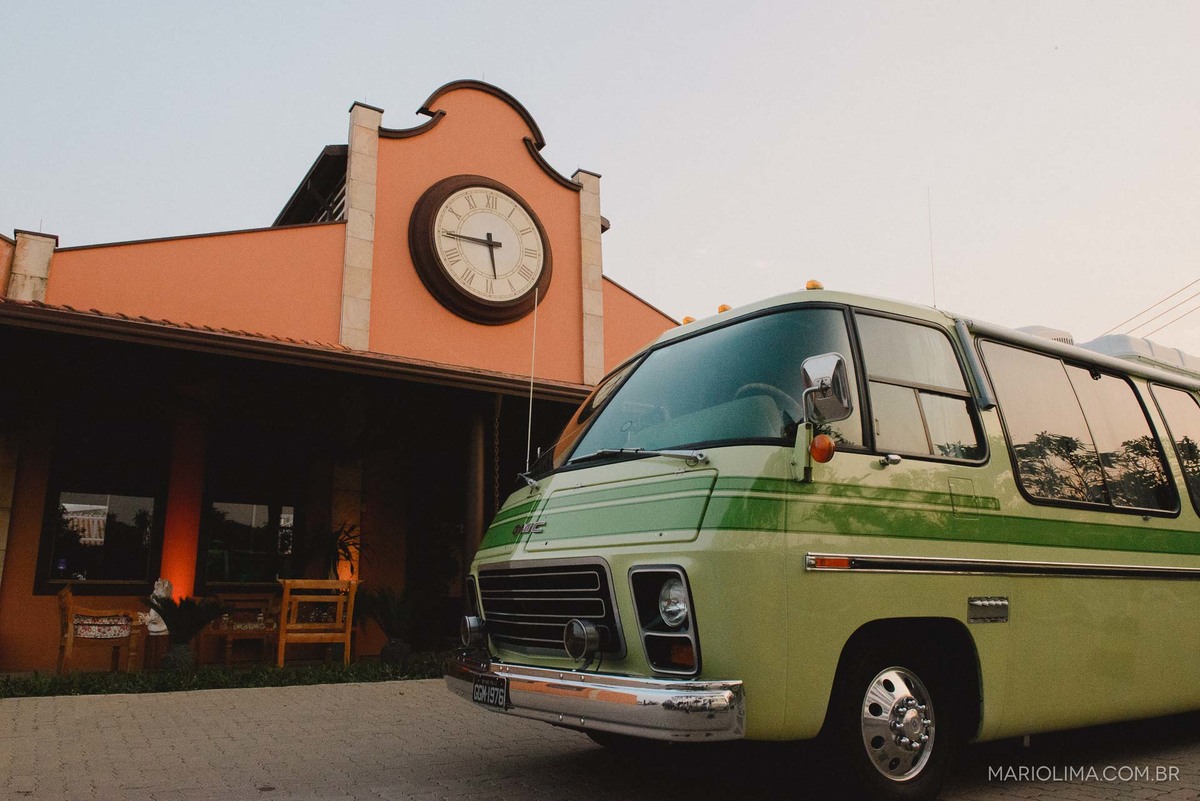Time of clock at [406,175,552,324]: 5:44
